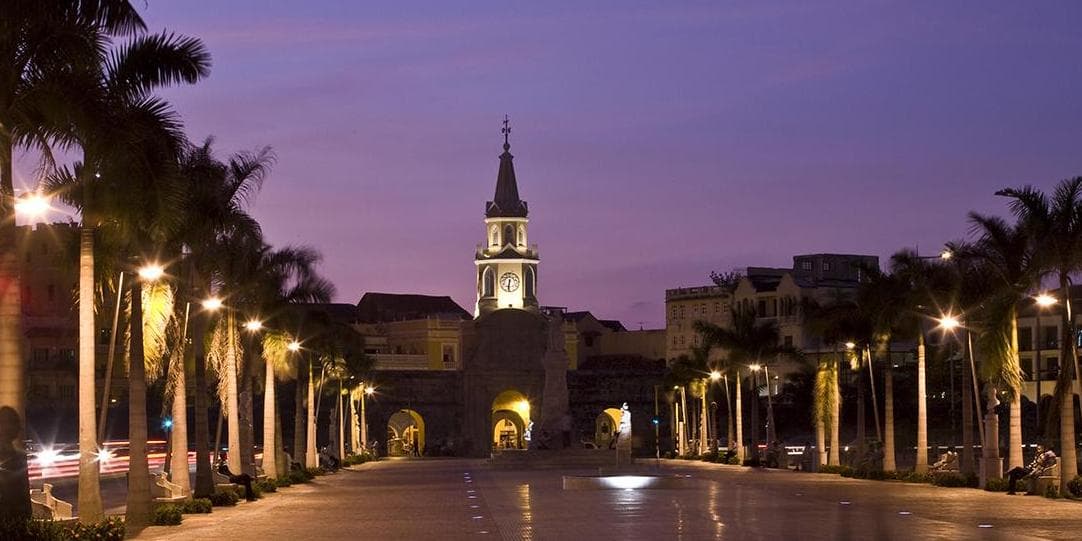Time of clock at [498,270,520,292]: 6:31
